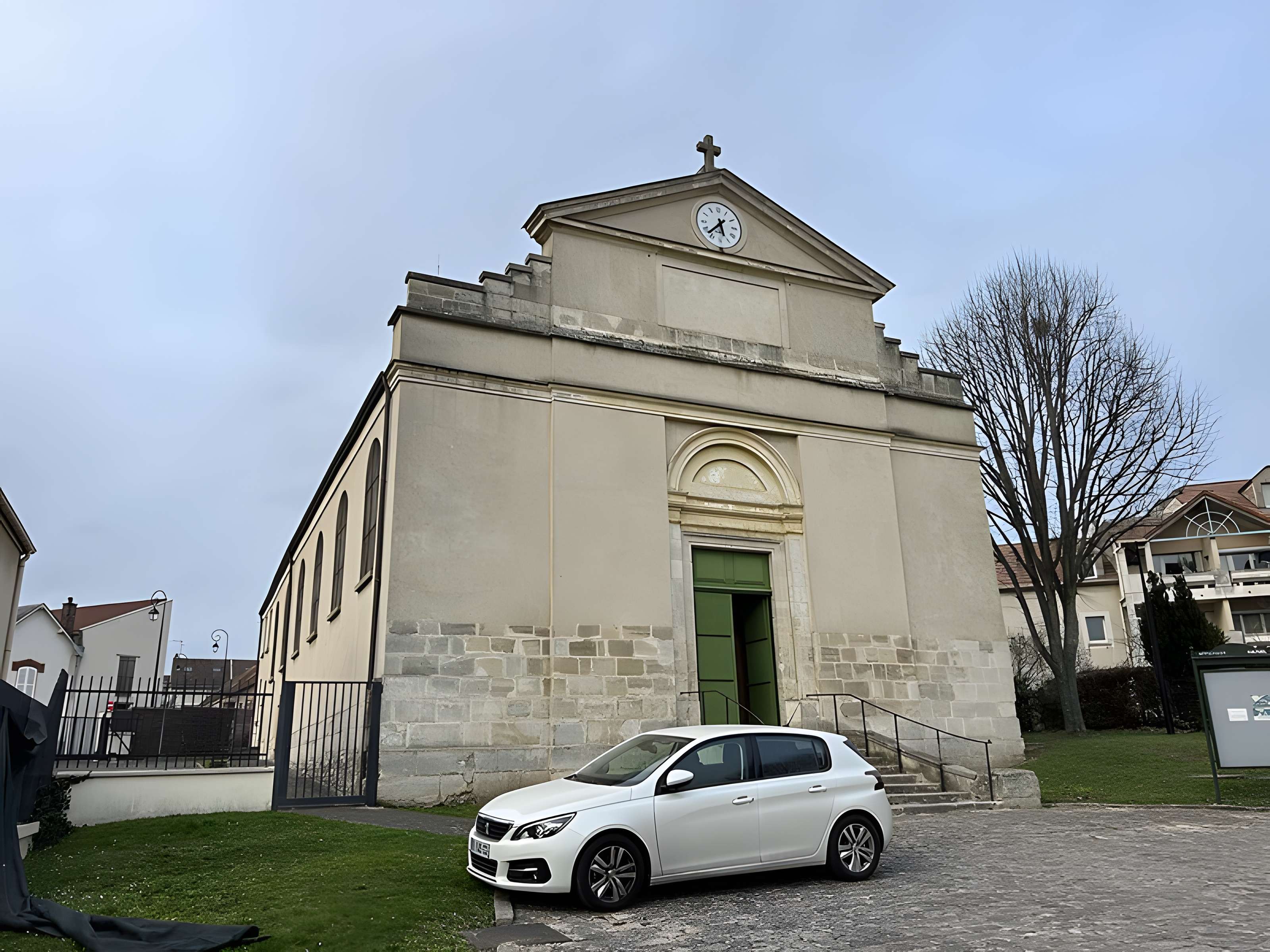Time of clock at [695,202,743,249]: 5:37
